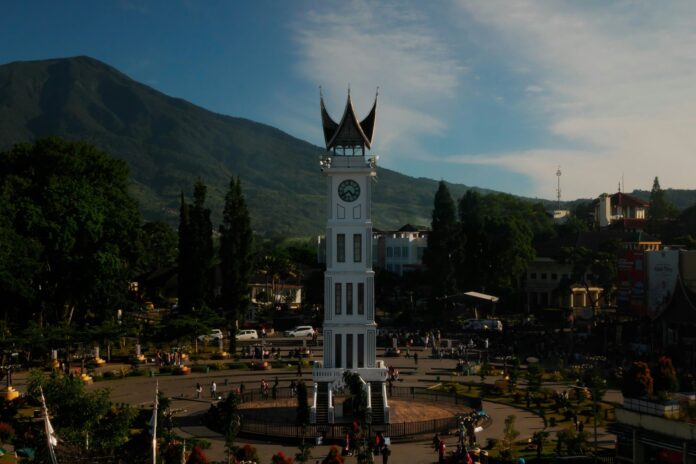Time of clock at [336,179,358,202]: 4:39
